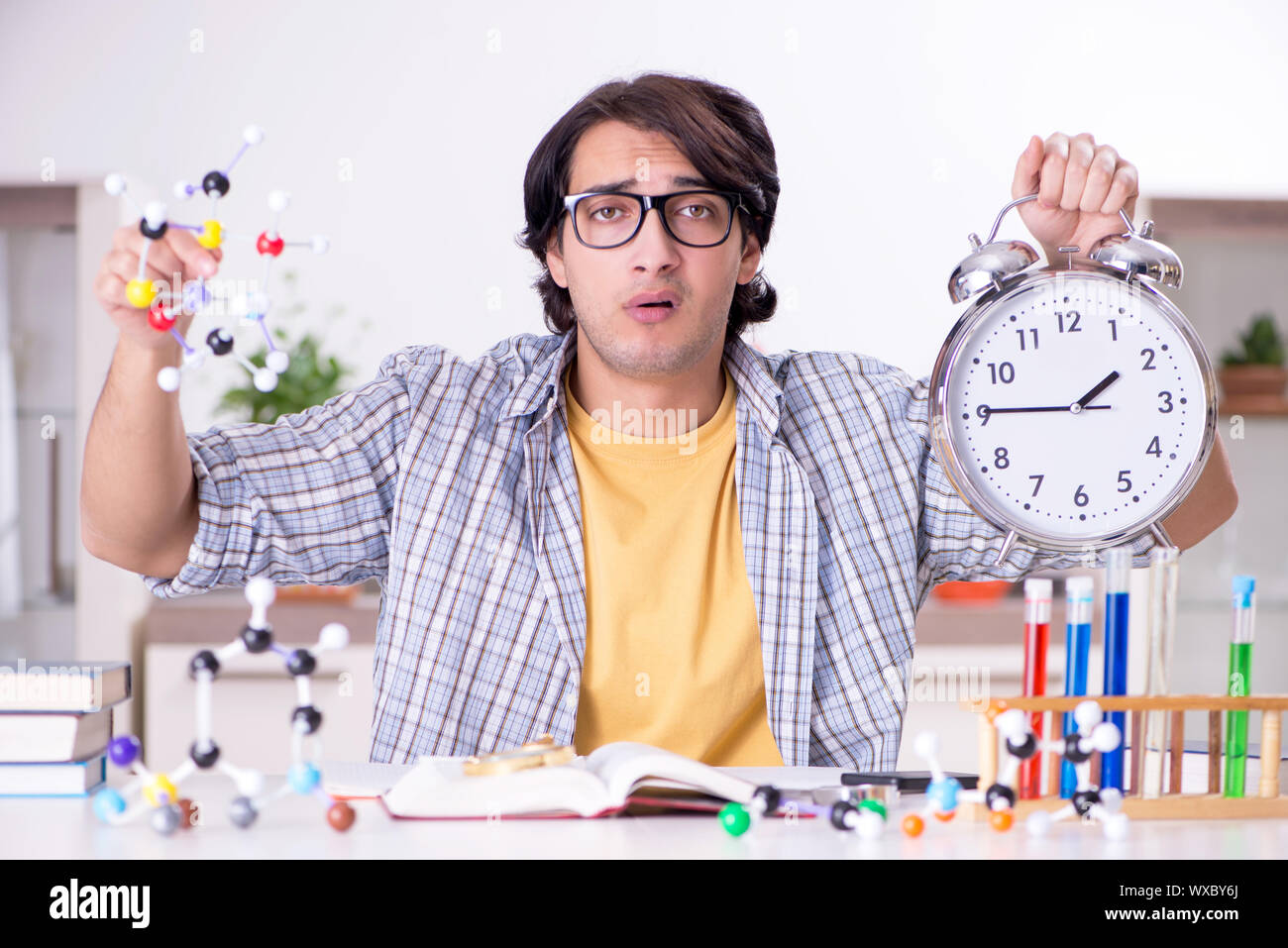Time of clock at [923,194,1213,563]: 1:45
